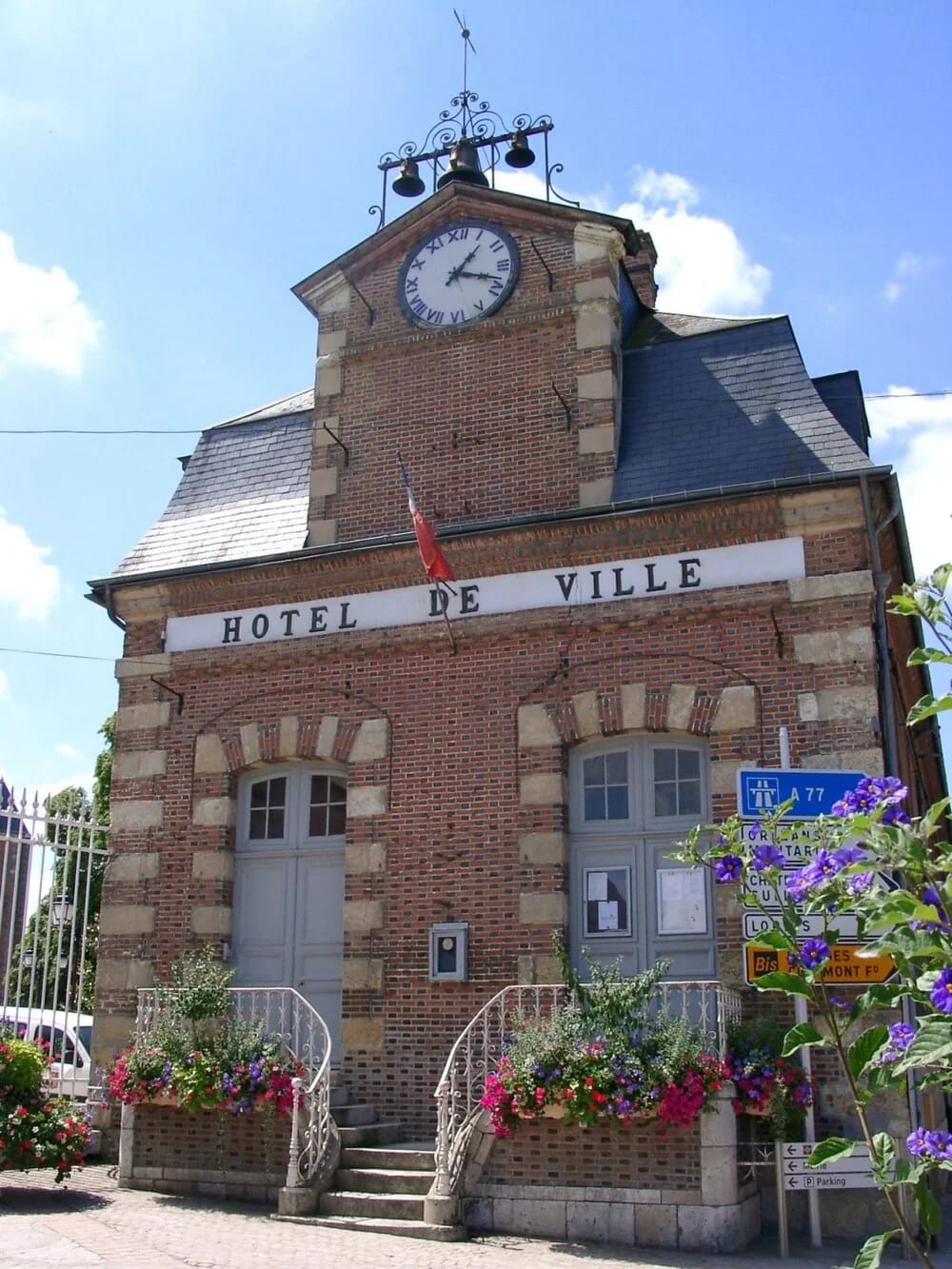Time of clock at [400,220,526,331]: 1:18
